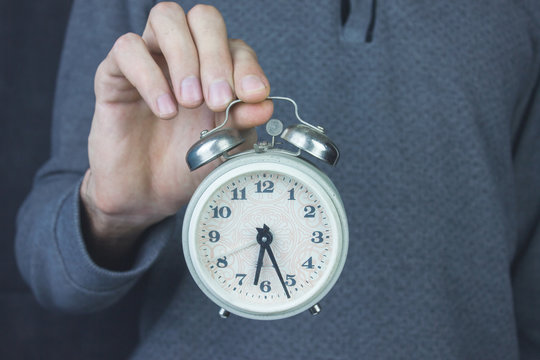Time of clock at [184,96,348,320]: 6:26
